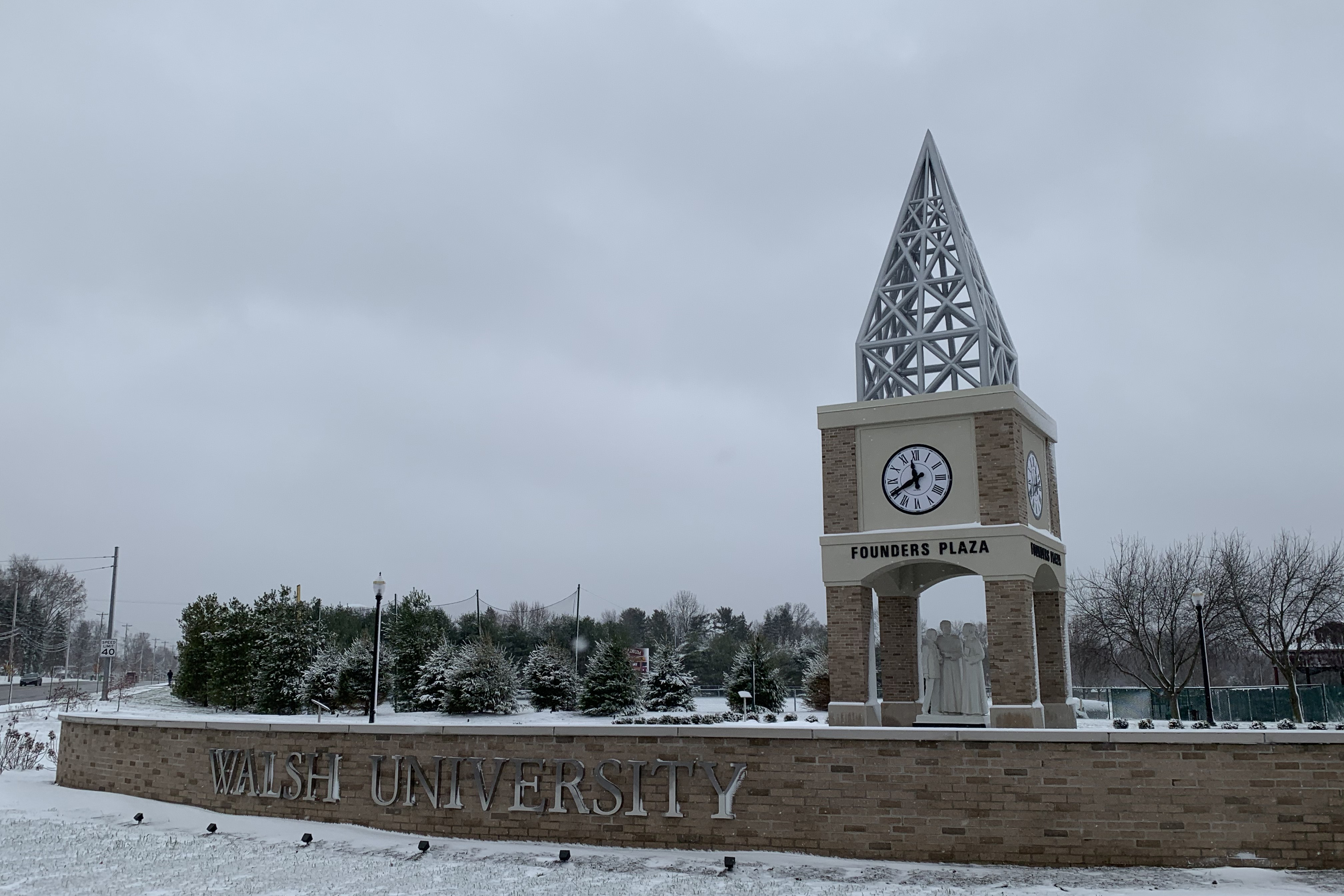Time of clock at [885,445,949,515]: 11:40
